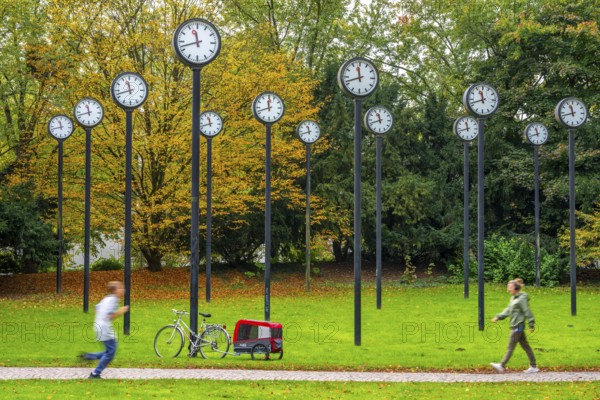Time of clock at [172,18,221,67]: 11:42
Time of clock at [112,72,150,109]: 11:42
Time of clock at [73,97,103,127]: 11:42
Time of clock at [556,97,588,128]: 11:42
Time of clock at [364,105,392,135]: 11:41
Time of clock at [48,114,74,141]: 11:42
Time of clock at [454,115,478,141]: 11:42
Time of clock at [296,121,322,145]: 11:42
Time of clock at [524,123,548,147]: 11:42
